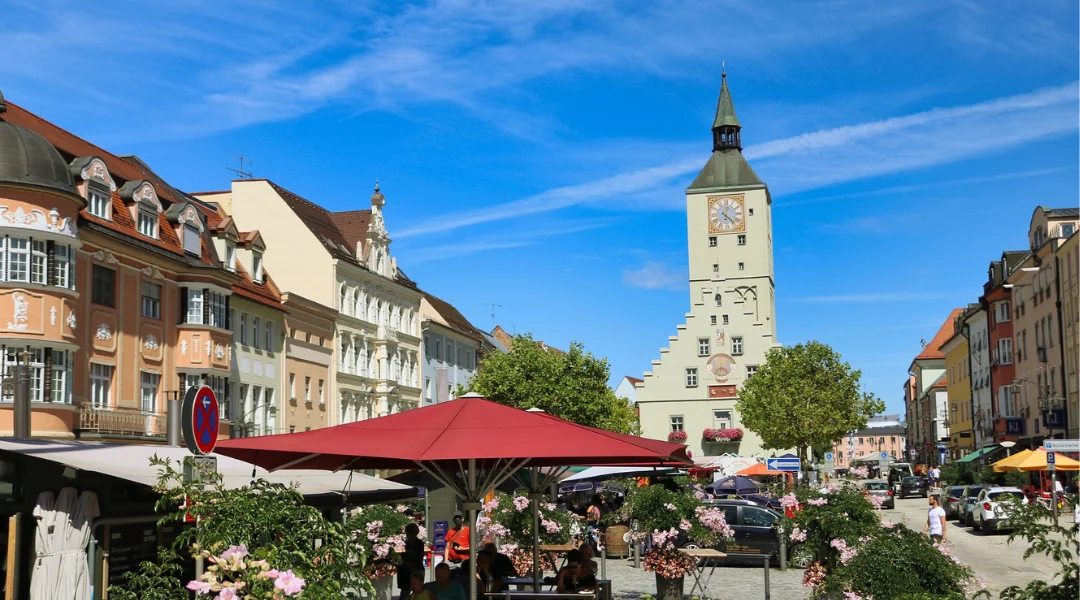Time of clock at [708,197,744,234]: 12:22
